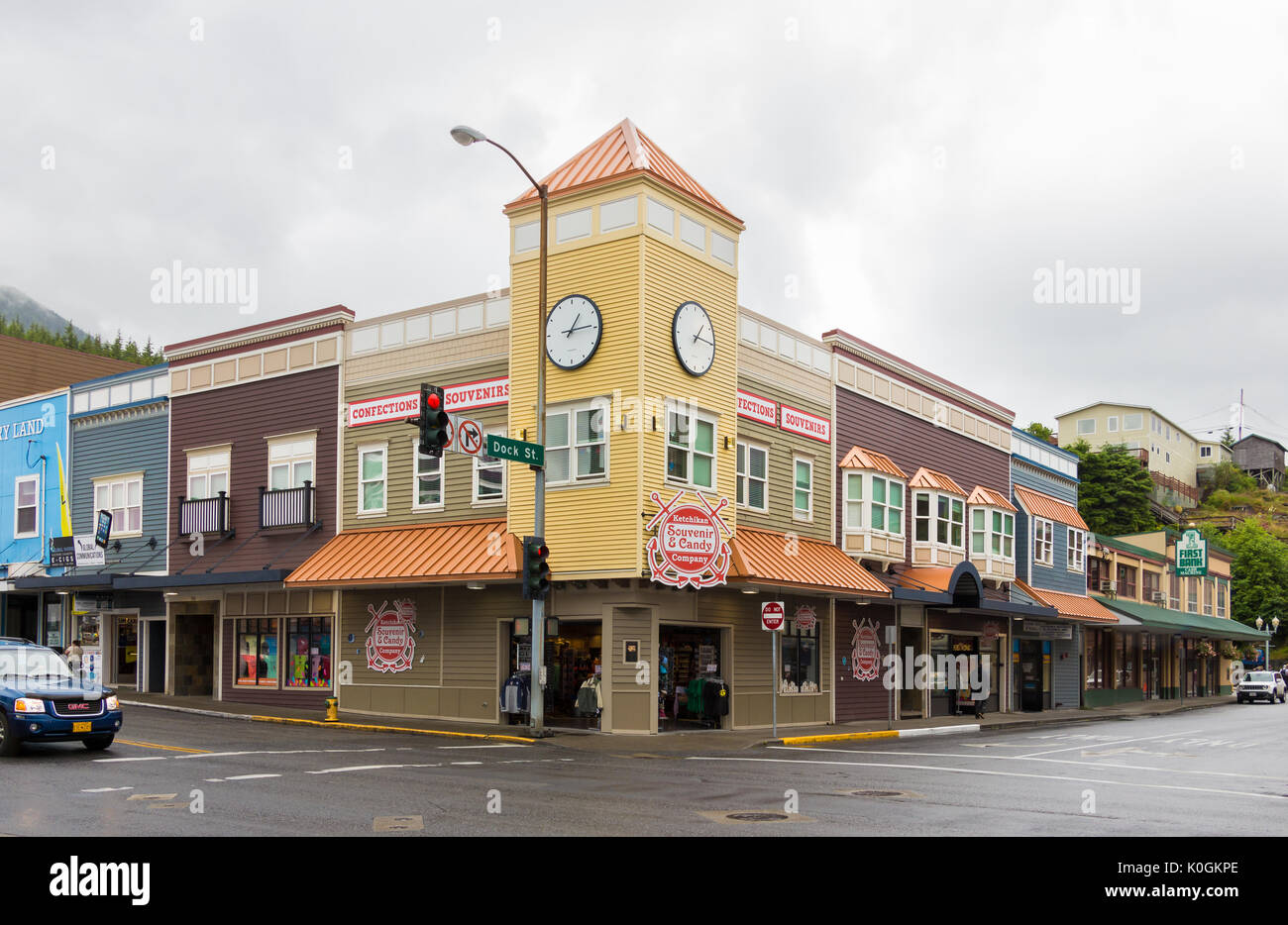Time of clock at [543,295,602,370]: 1:14
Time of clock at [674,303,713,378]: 1:15
